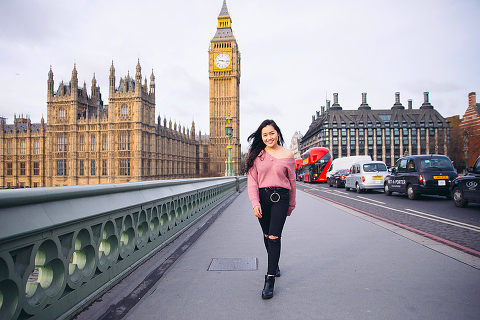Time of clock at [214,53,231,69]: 9:16
